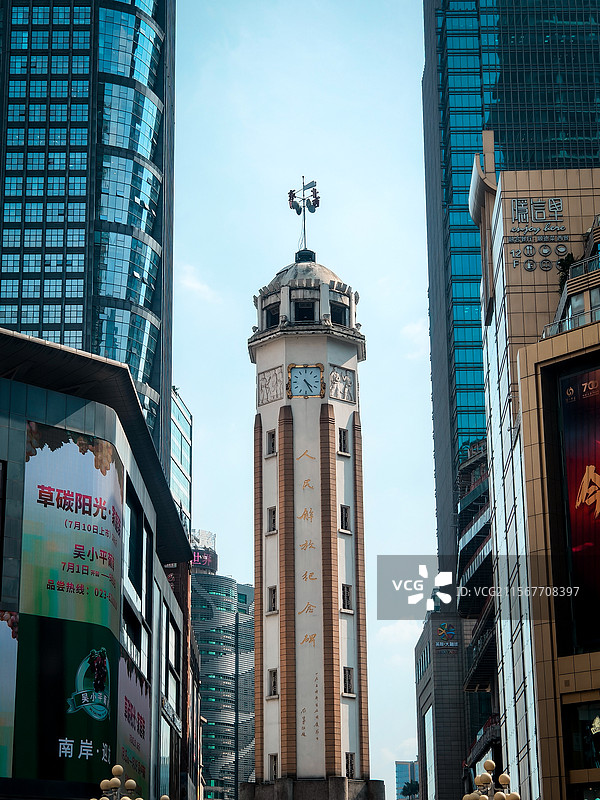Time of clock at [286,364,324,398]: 4:24
